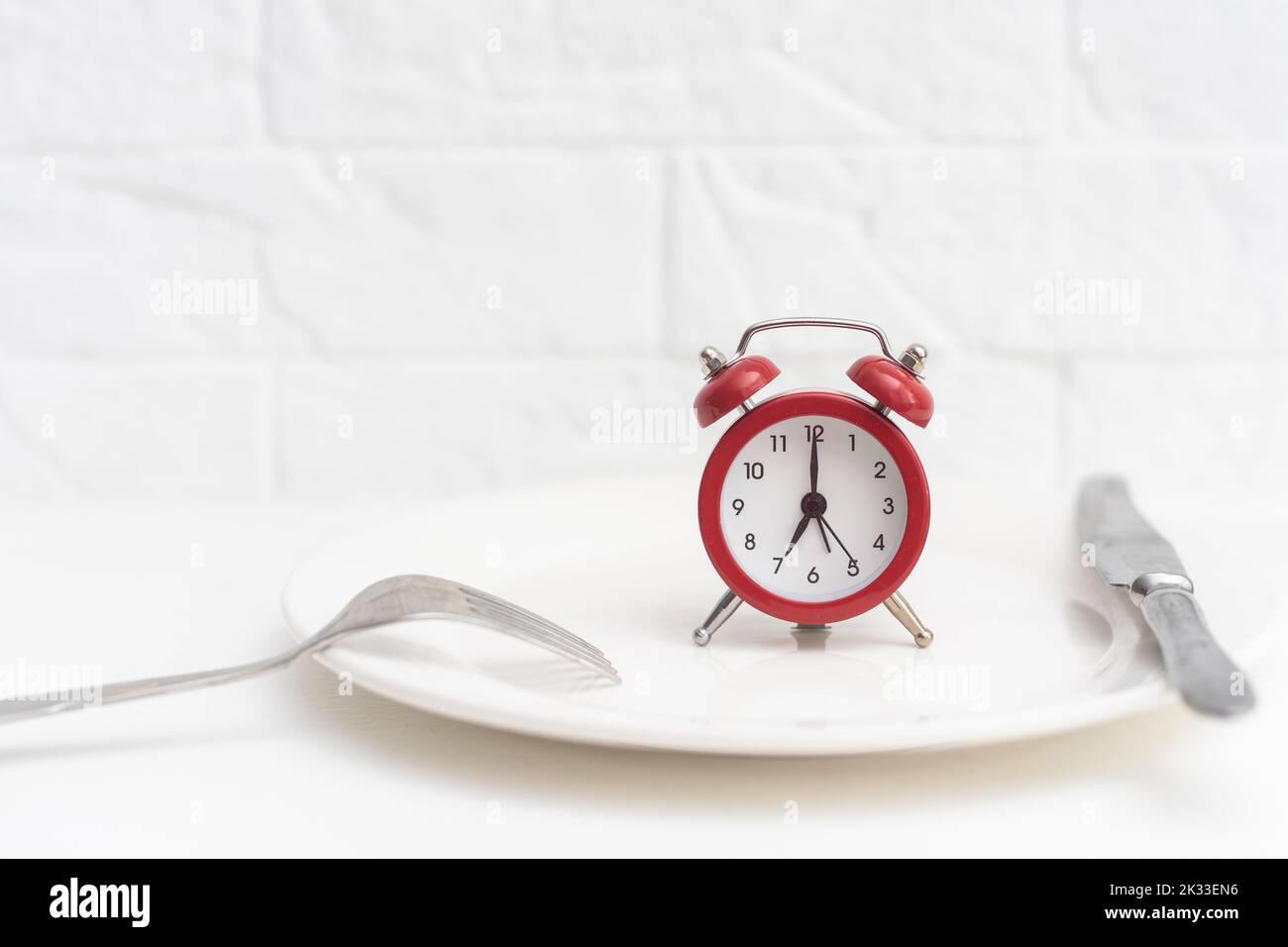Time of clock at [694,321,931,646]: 7:00
